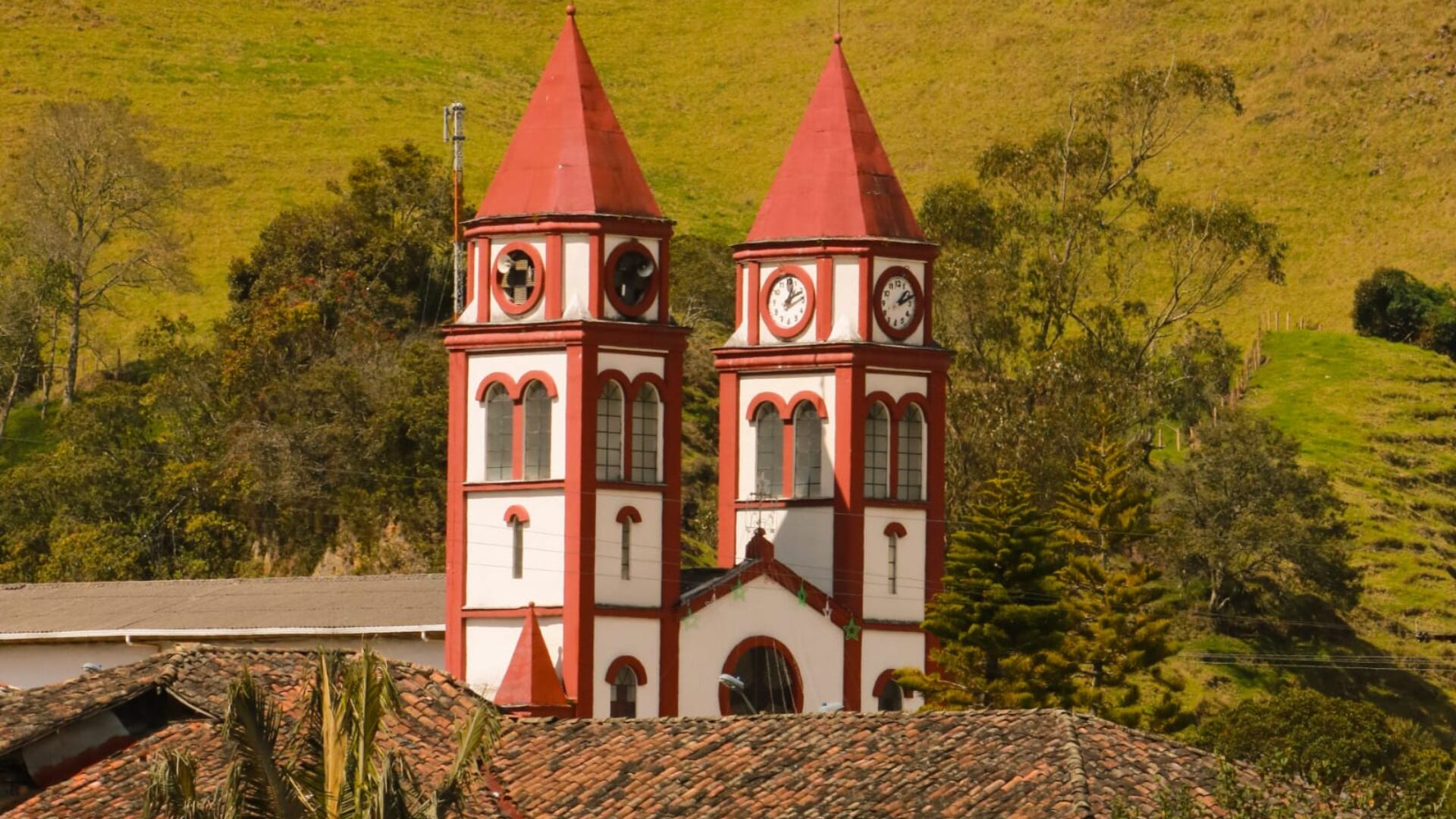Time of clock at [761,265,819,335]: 1:11
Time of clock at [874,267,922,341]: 1:11
